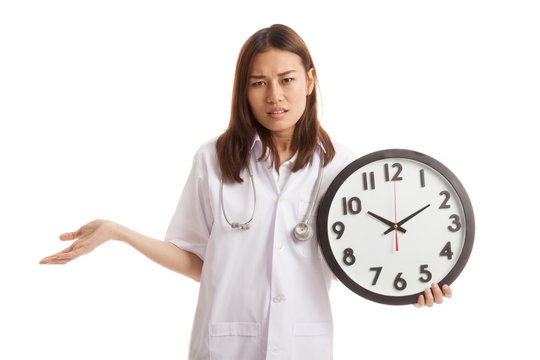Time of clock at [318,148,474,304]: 1:50
